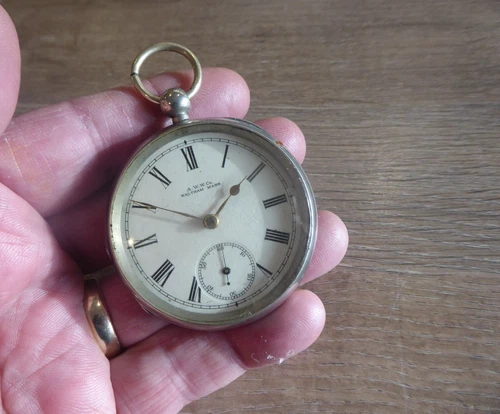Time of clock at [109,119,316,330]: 12:45
